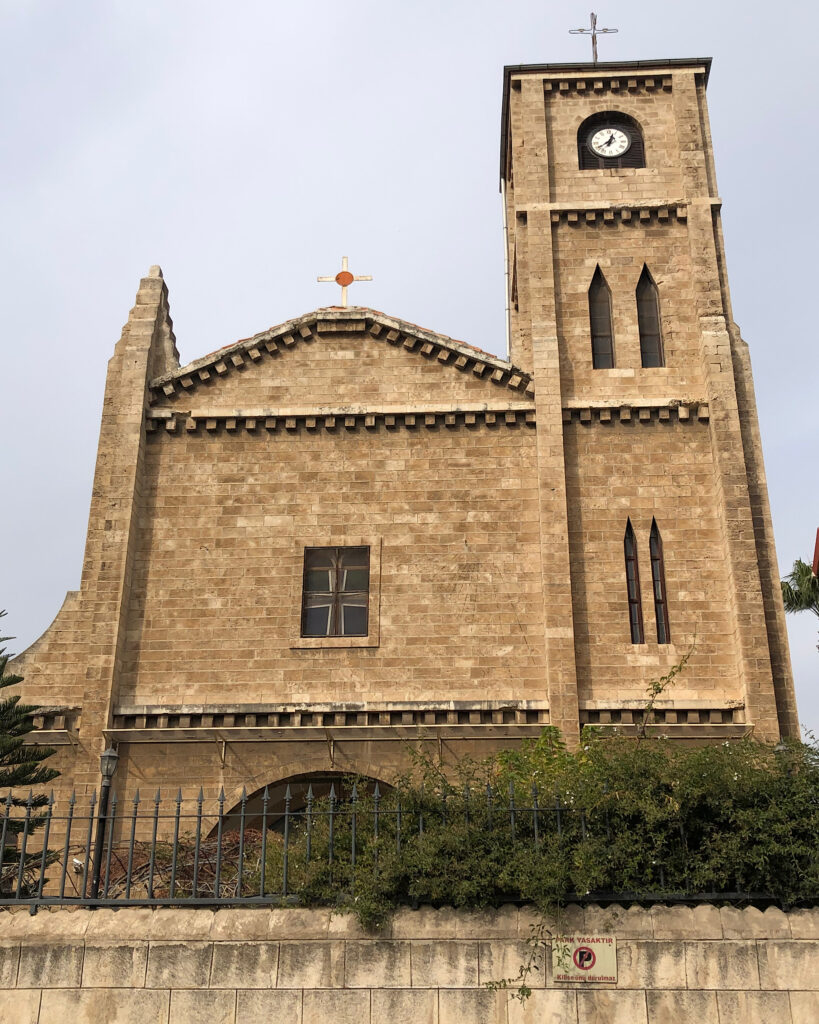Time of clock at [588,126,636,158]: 12:39
